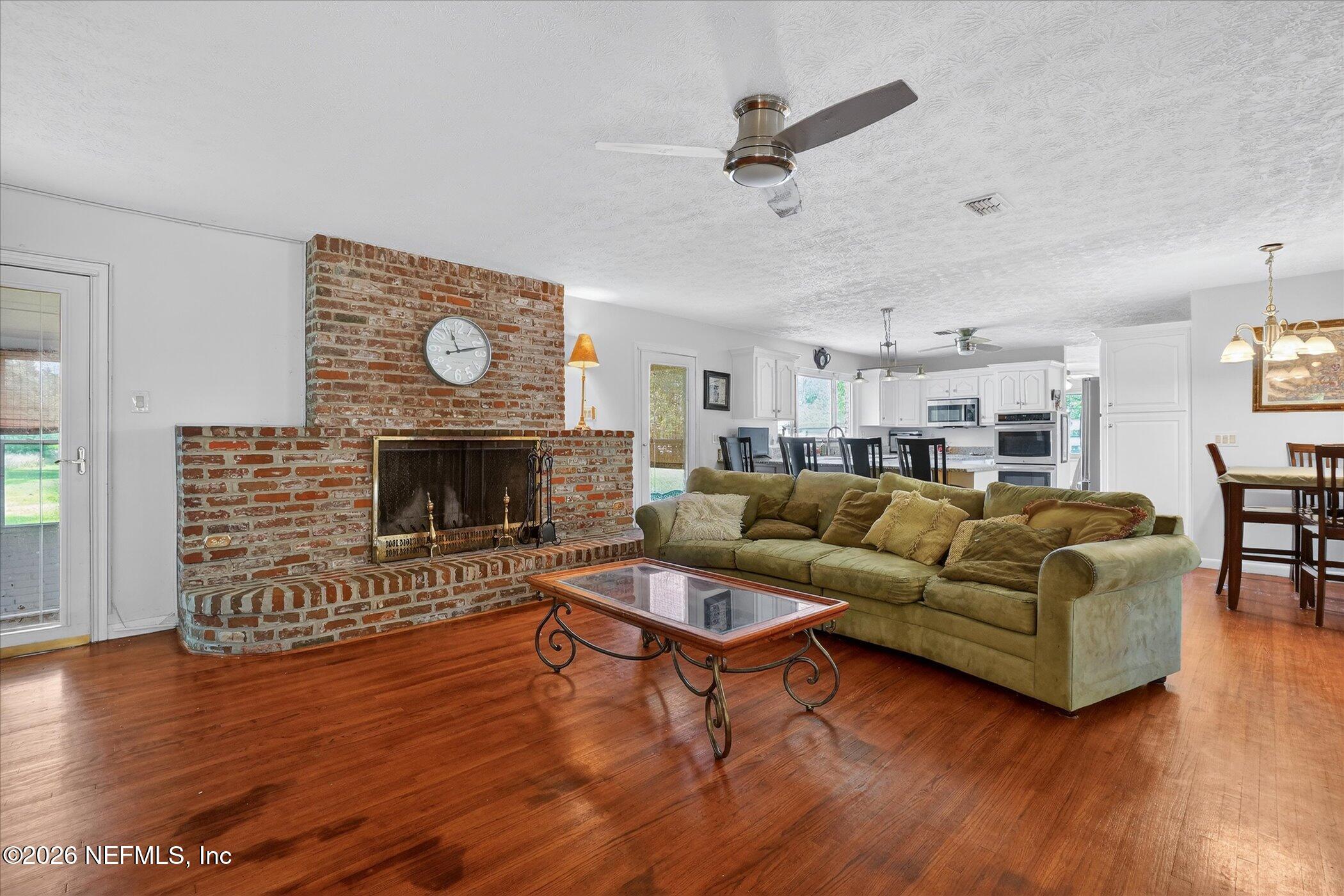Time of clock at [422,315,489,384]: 11:12
